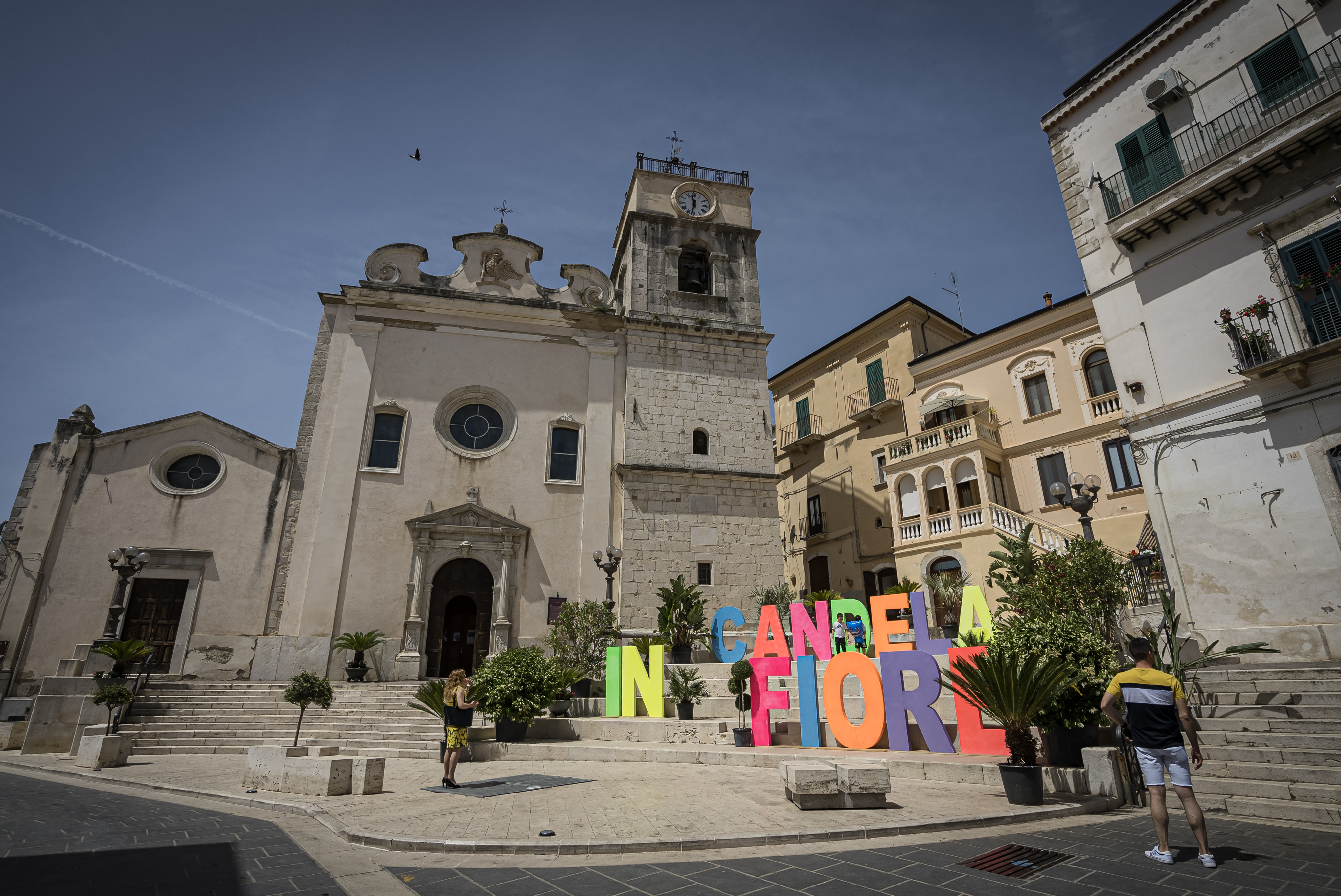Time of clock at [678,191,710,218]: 11:32
